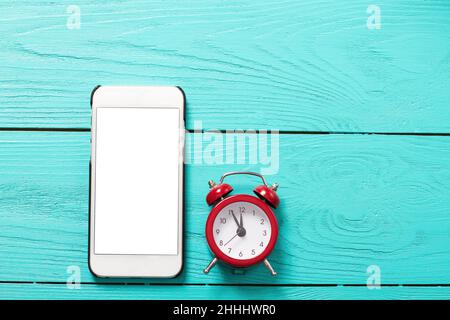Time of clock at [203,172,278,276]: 11:55
